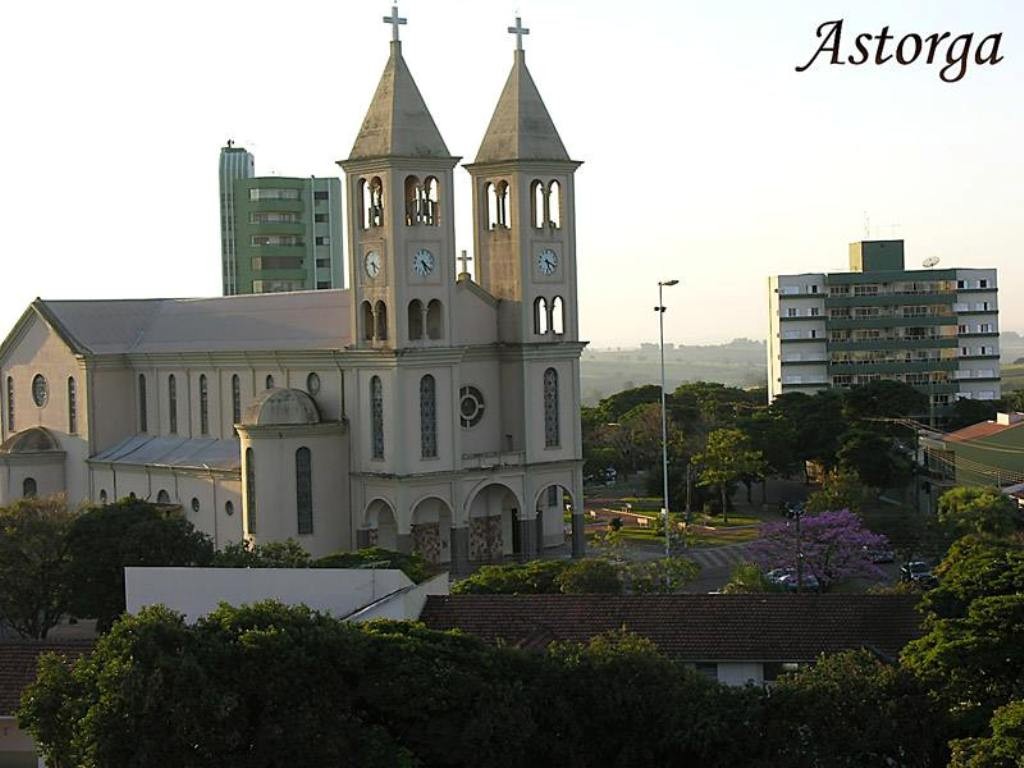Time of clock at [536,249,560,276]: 5:18
